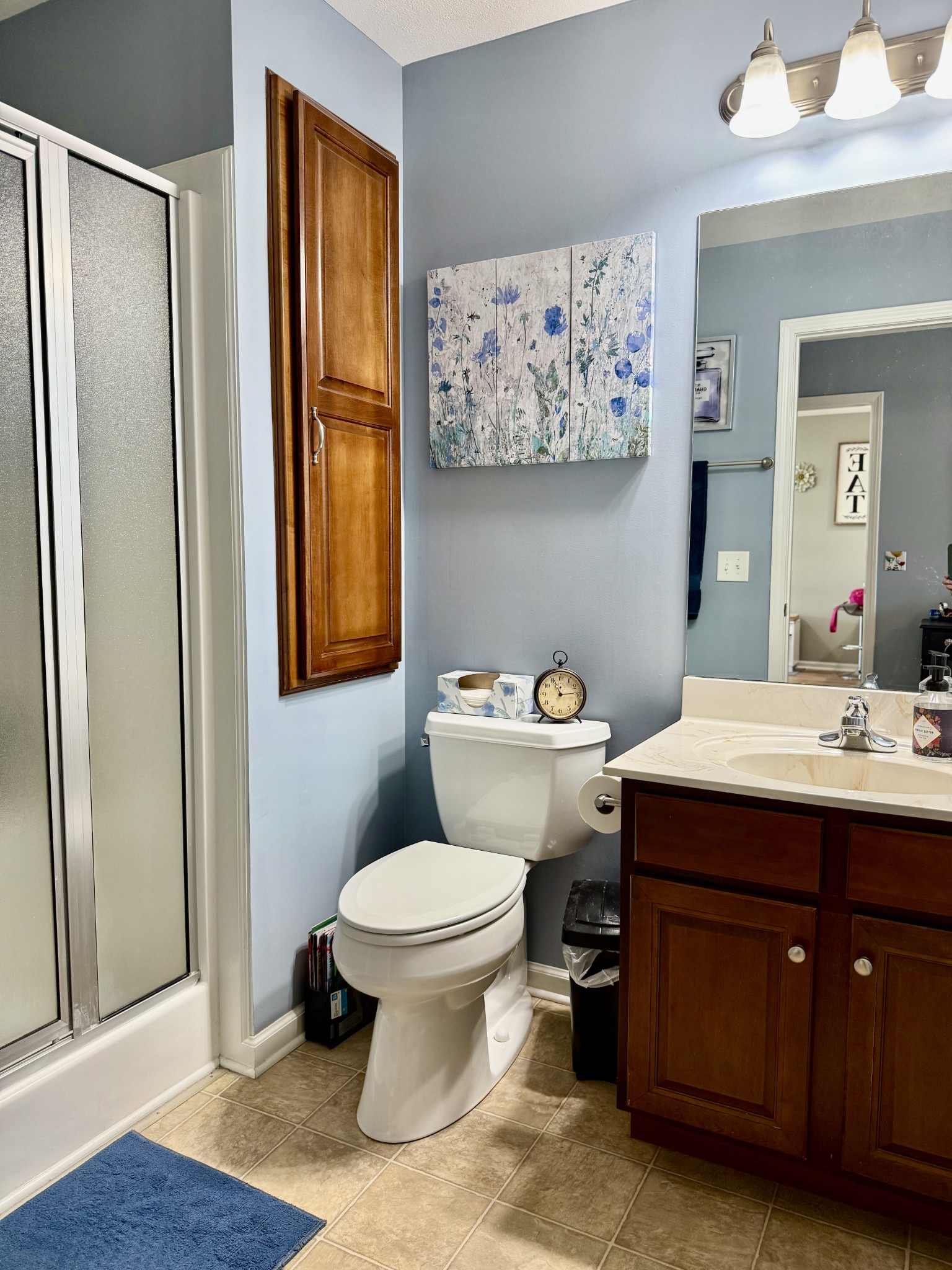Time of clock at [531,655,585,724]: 11:14
